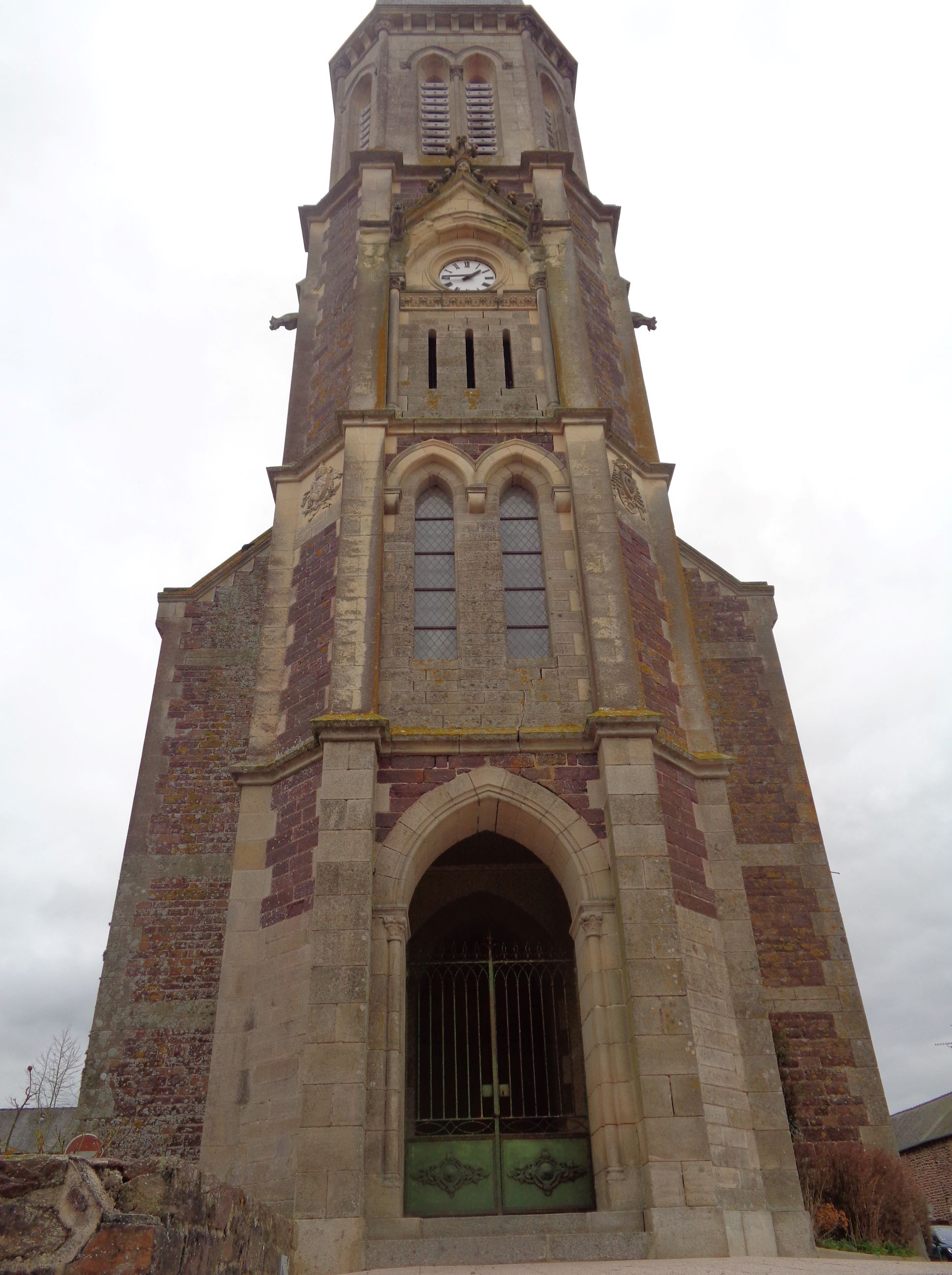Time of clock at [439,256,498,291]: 1:45
